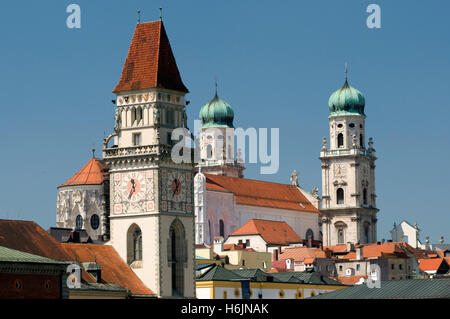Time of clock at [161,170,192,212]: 11:35
